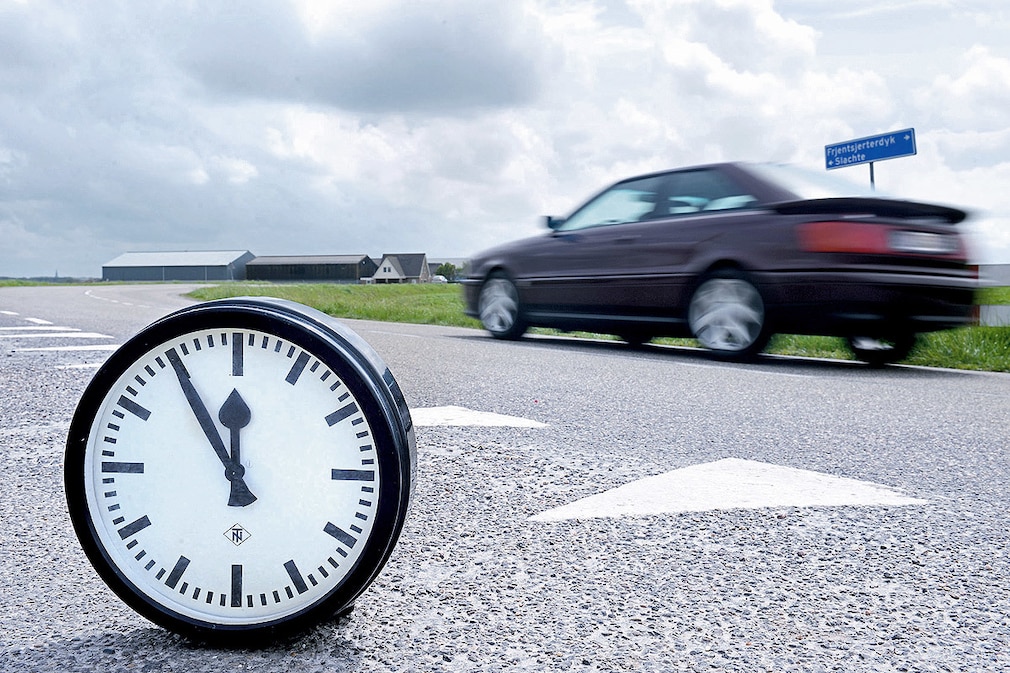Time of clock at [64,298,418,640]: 11:54
